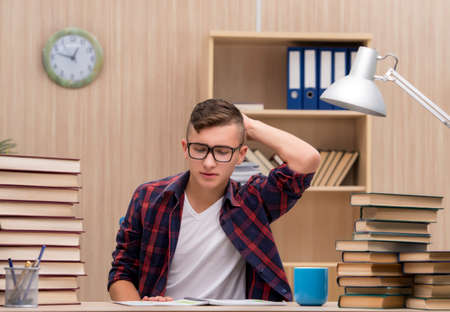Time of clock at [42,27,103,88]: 12:47
